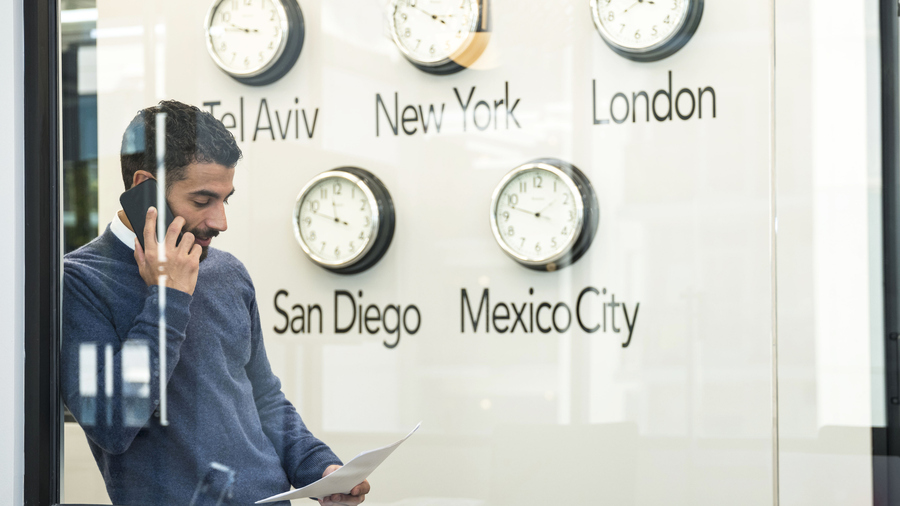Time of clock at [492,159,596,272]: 1:47
